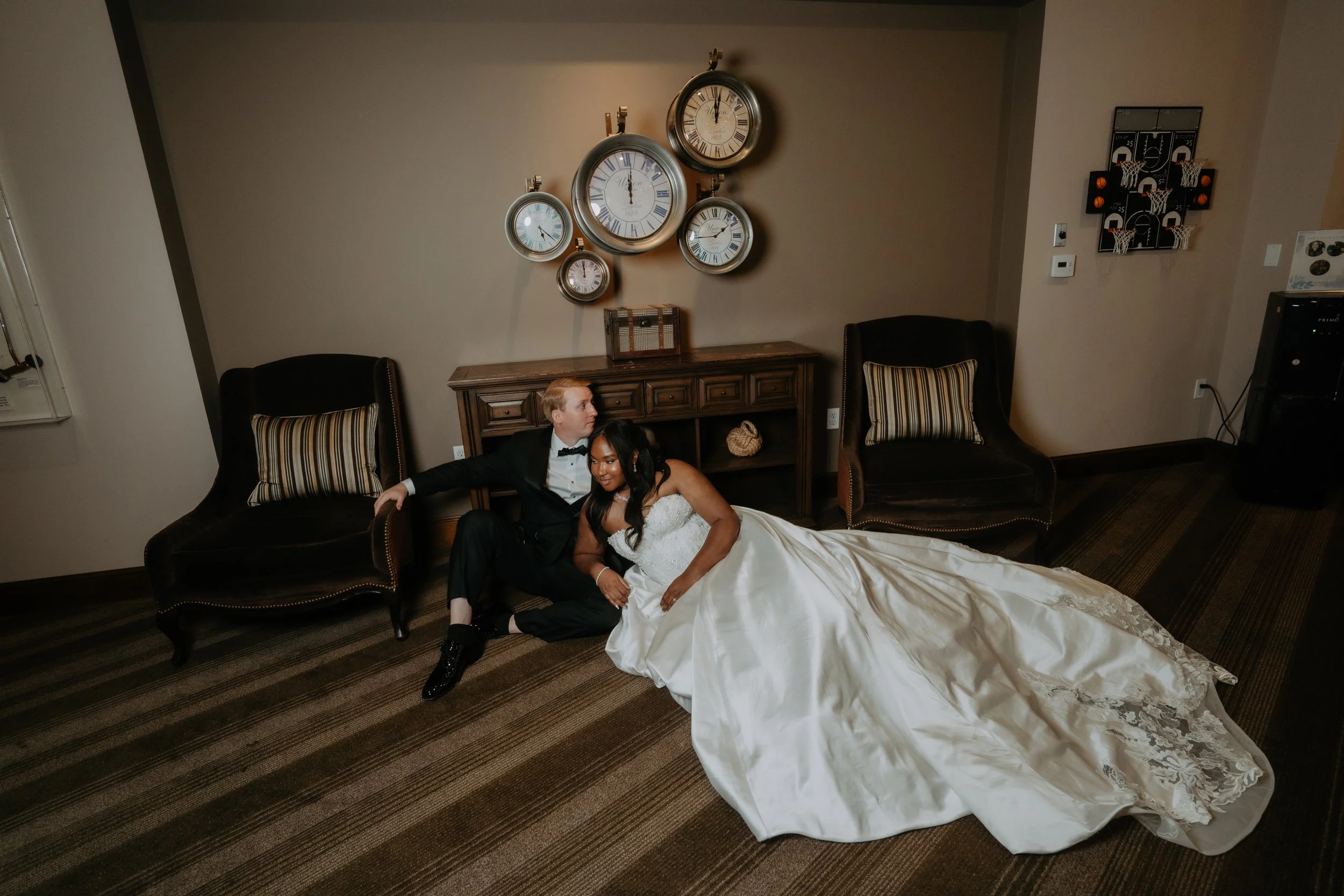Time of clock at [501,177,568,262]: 5:21
